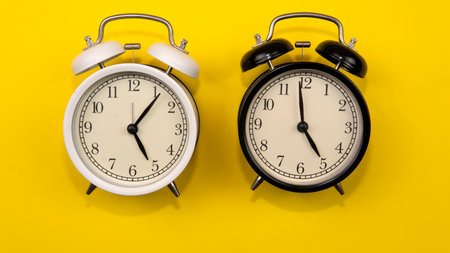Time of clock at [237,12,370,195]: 4:58
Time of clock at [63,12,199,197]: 5:06
